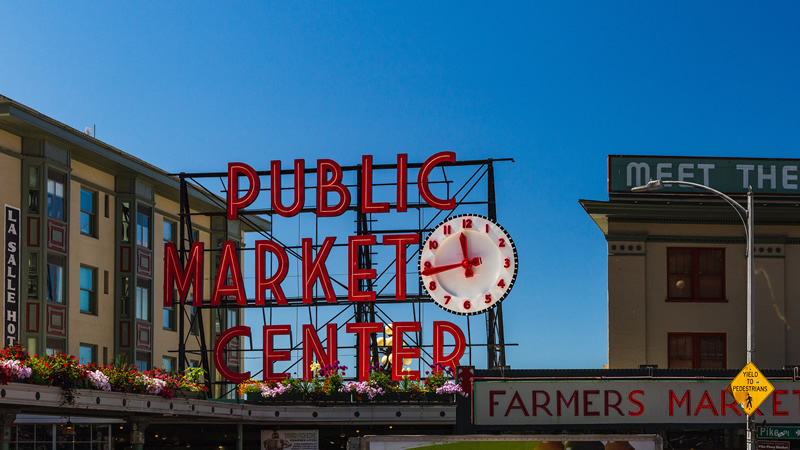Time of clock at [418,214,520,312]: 11:43
